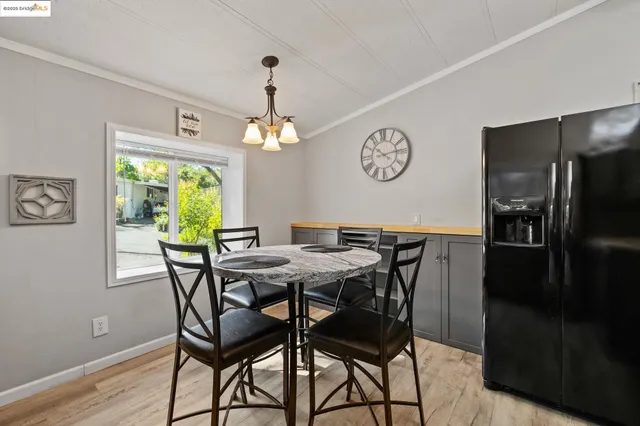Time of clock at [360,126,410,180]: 10:13
